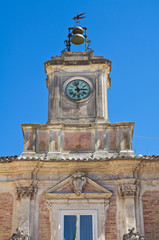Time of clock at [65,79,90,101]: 2:57
